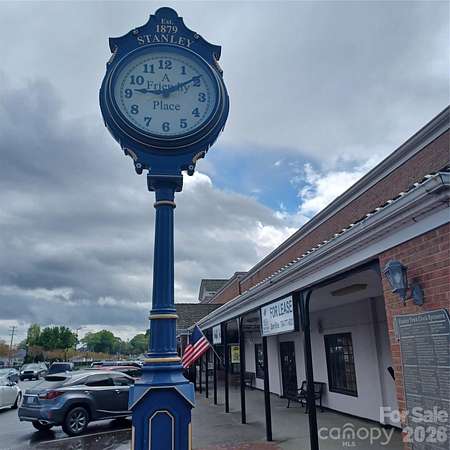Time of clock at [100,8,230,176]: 9:10
